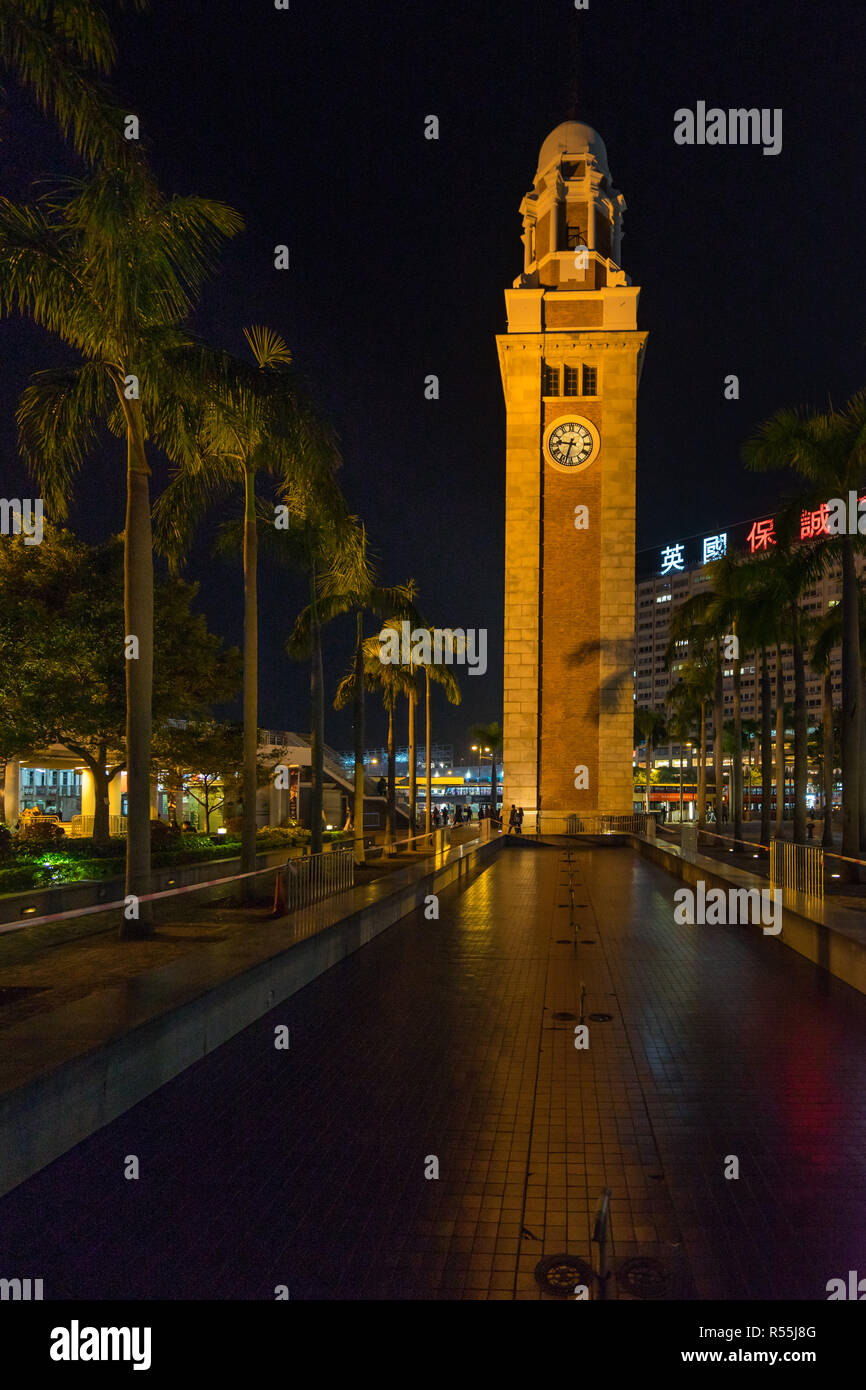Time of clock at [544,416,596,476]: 9:32
